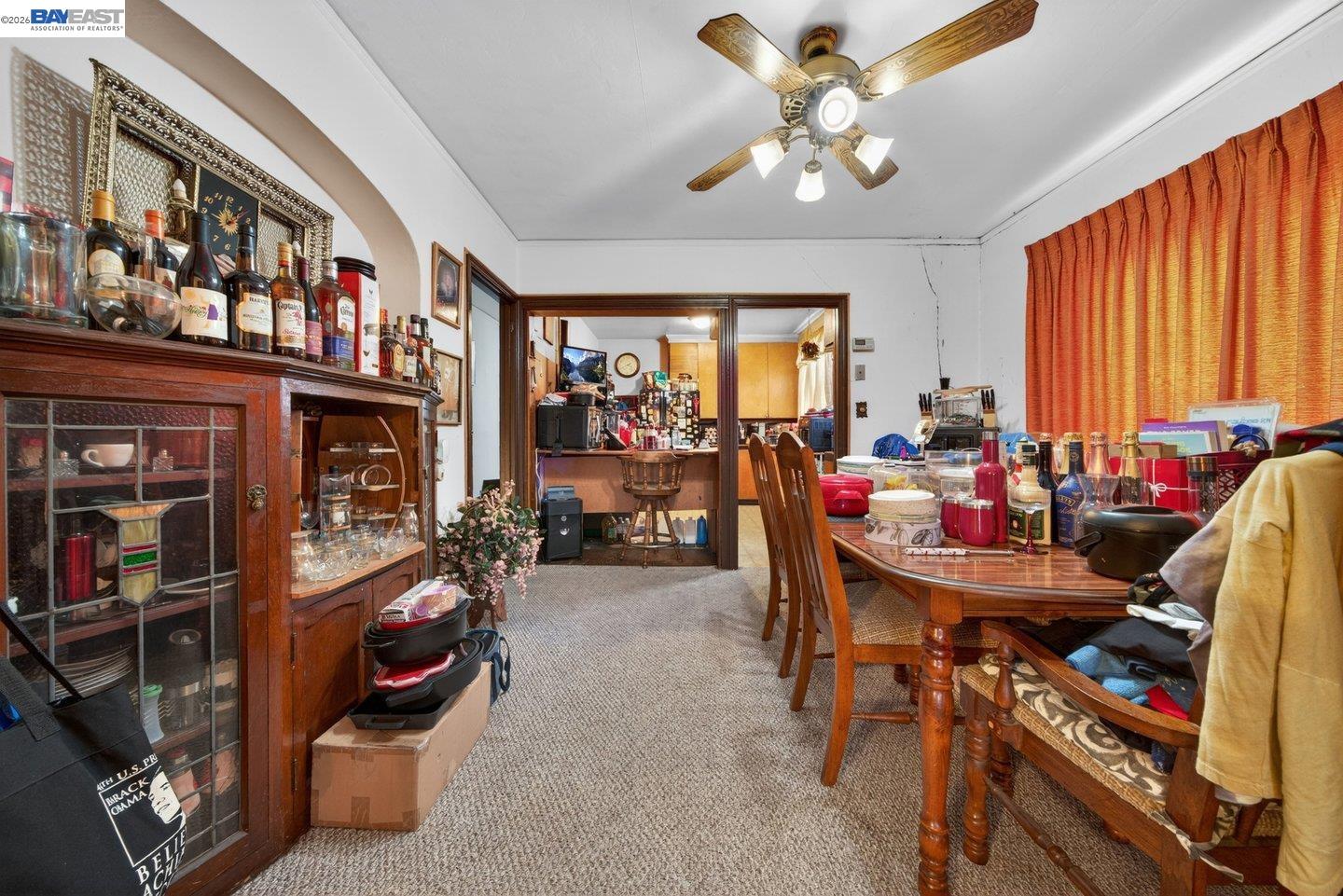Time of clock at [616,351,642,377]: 3:40
